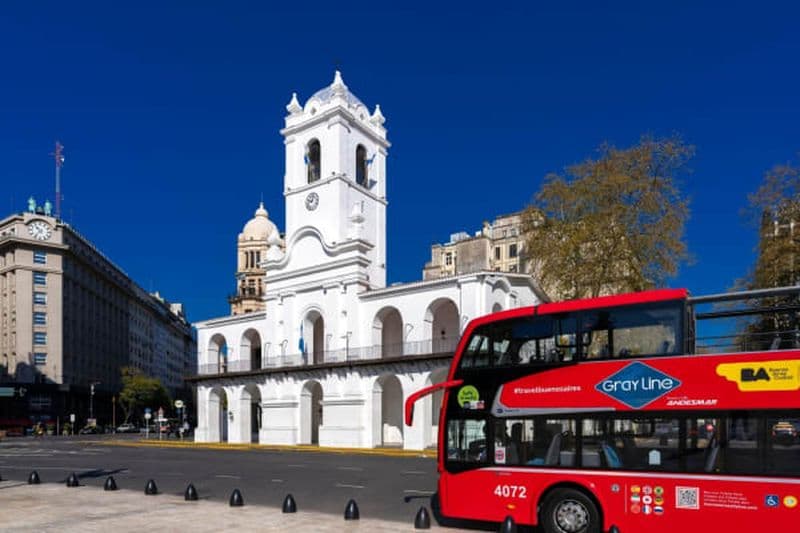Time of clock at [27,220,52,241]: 10:36
